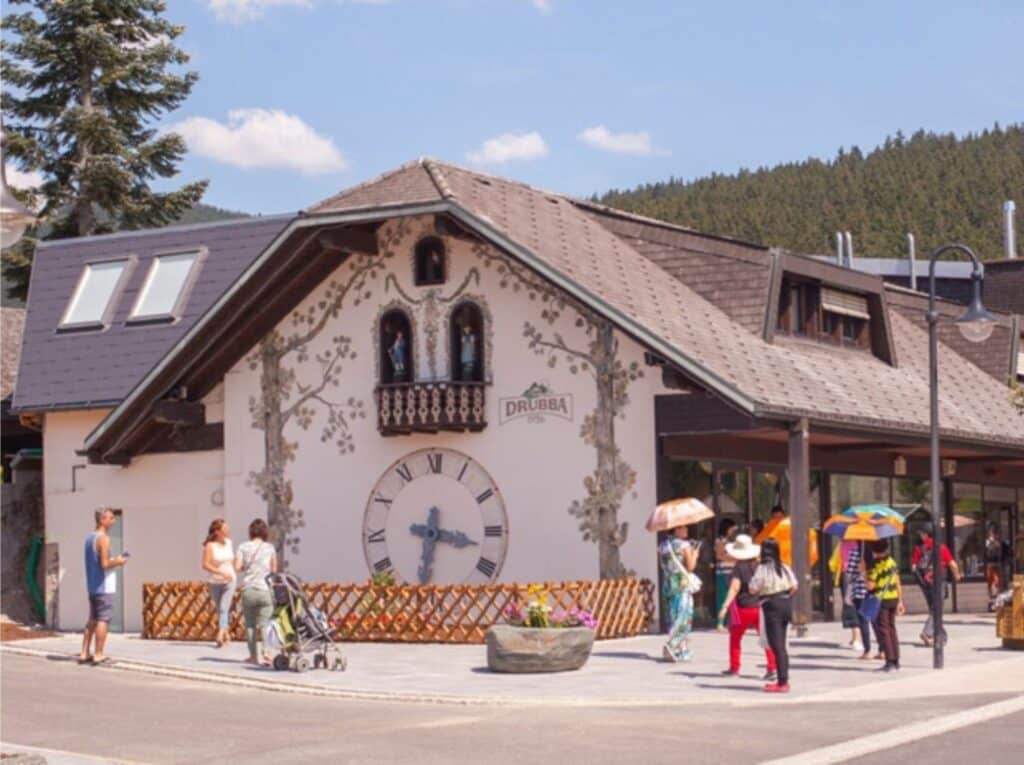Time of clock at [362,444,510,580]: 3:32
